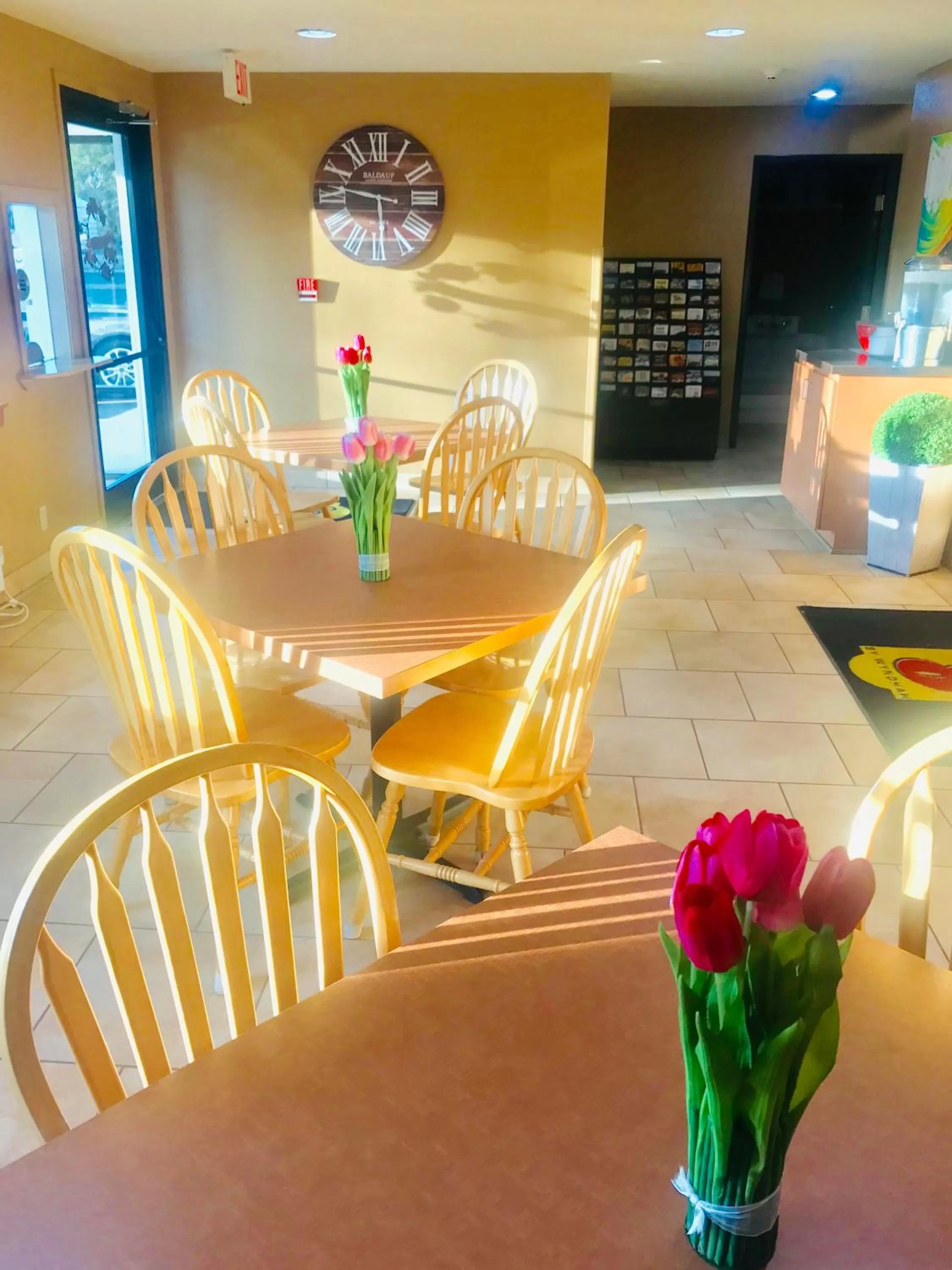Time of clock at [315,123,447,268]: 5:46
